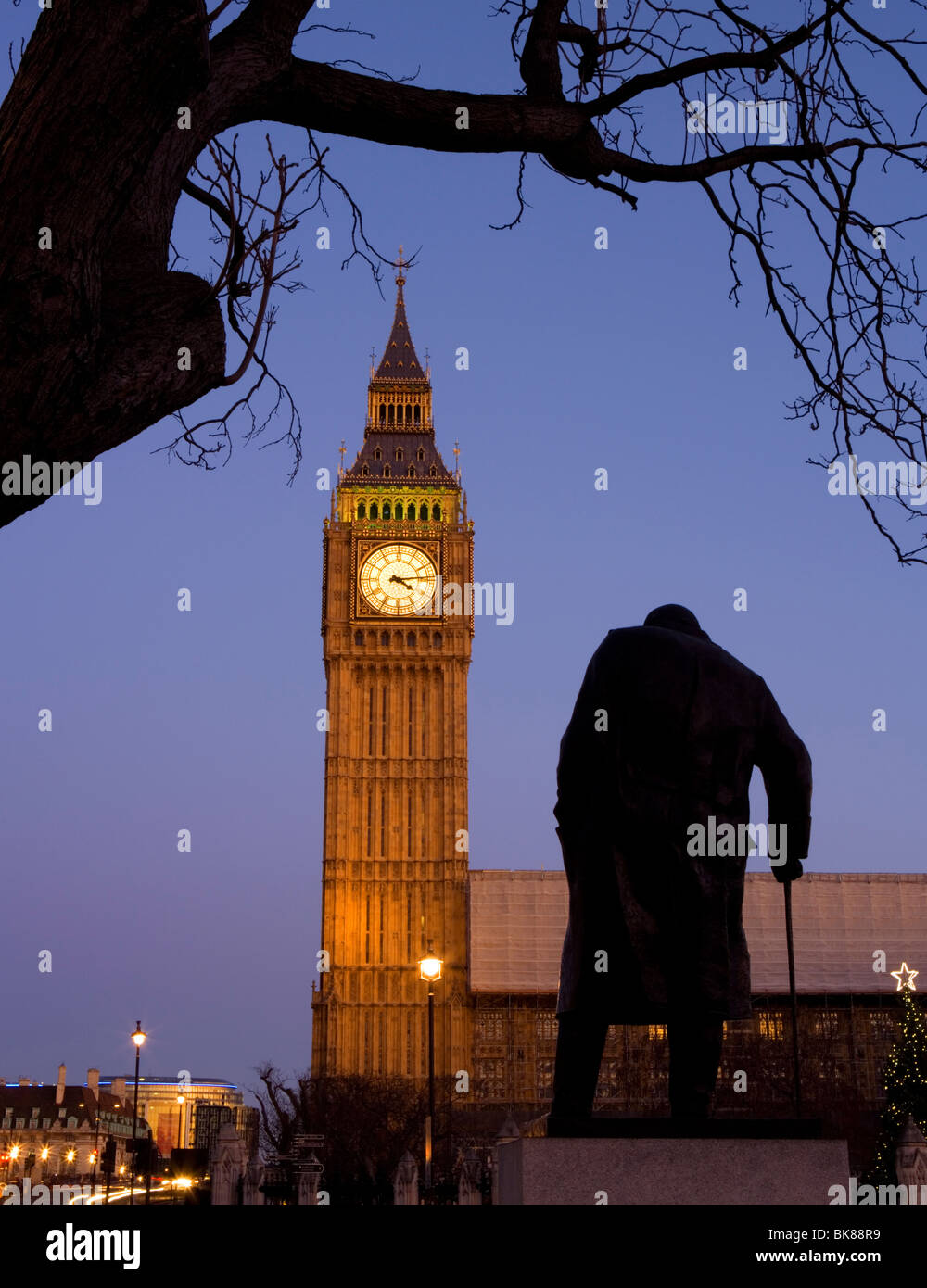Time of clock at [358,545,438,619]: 4:13
